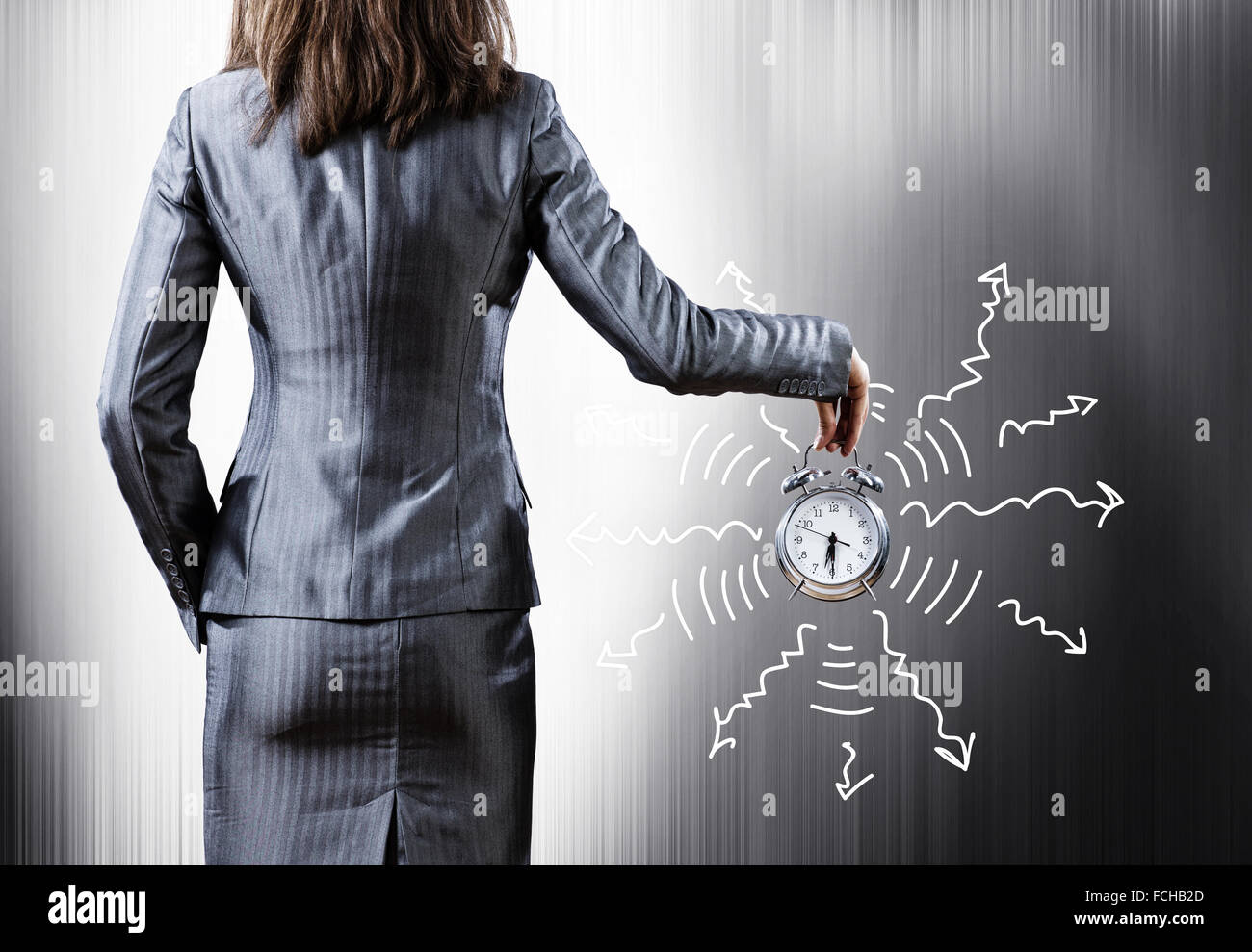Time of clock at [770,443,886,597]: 6:29
